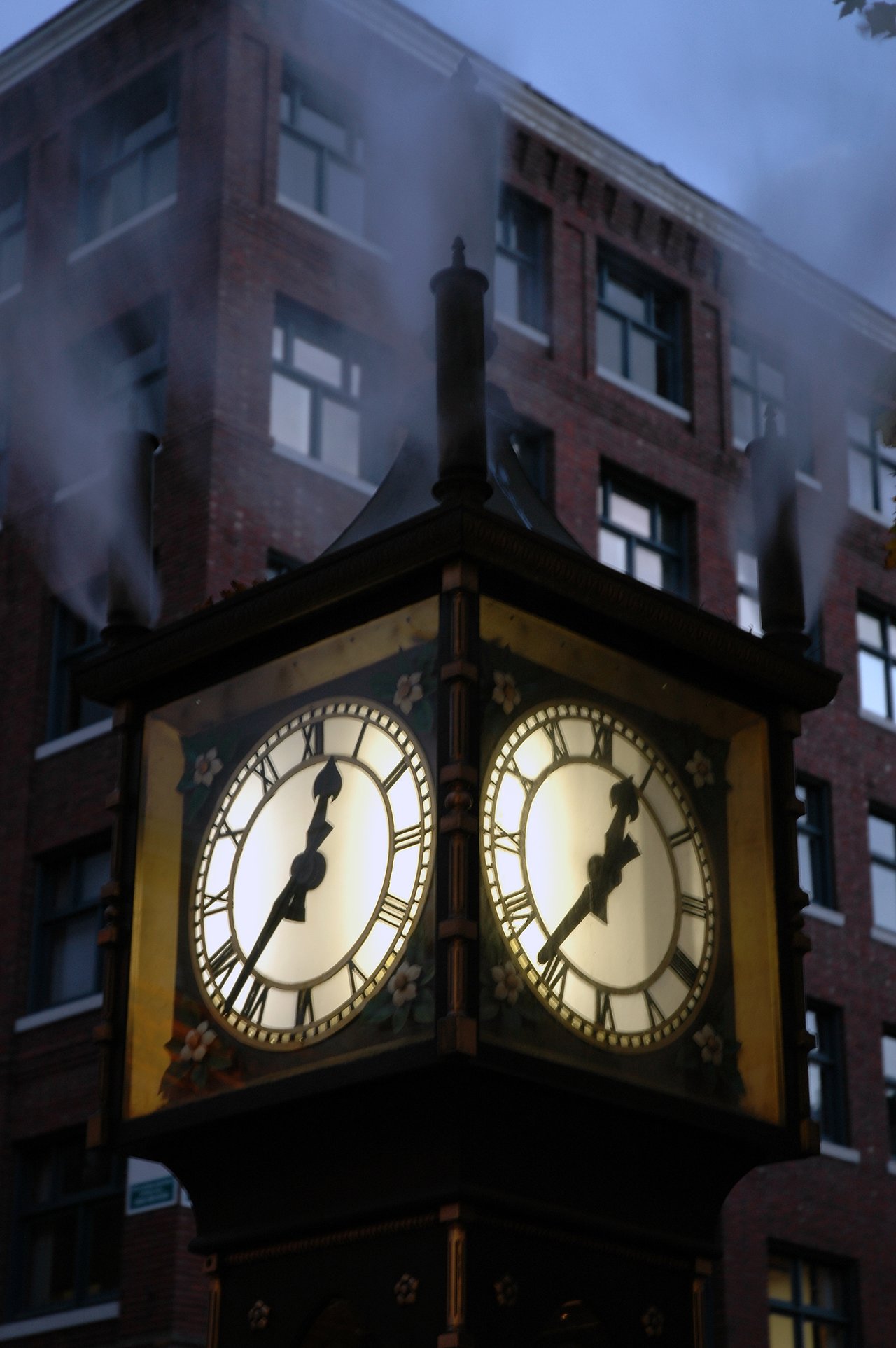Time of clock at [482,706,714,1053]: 12:36
